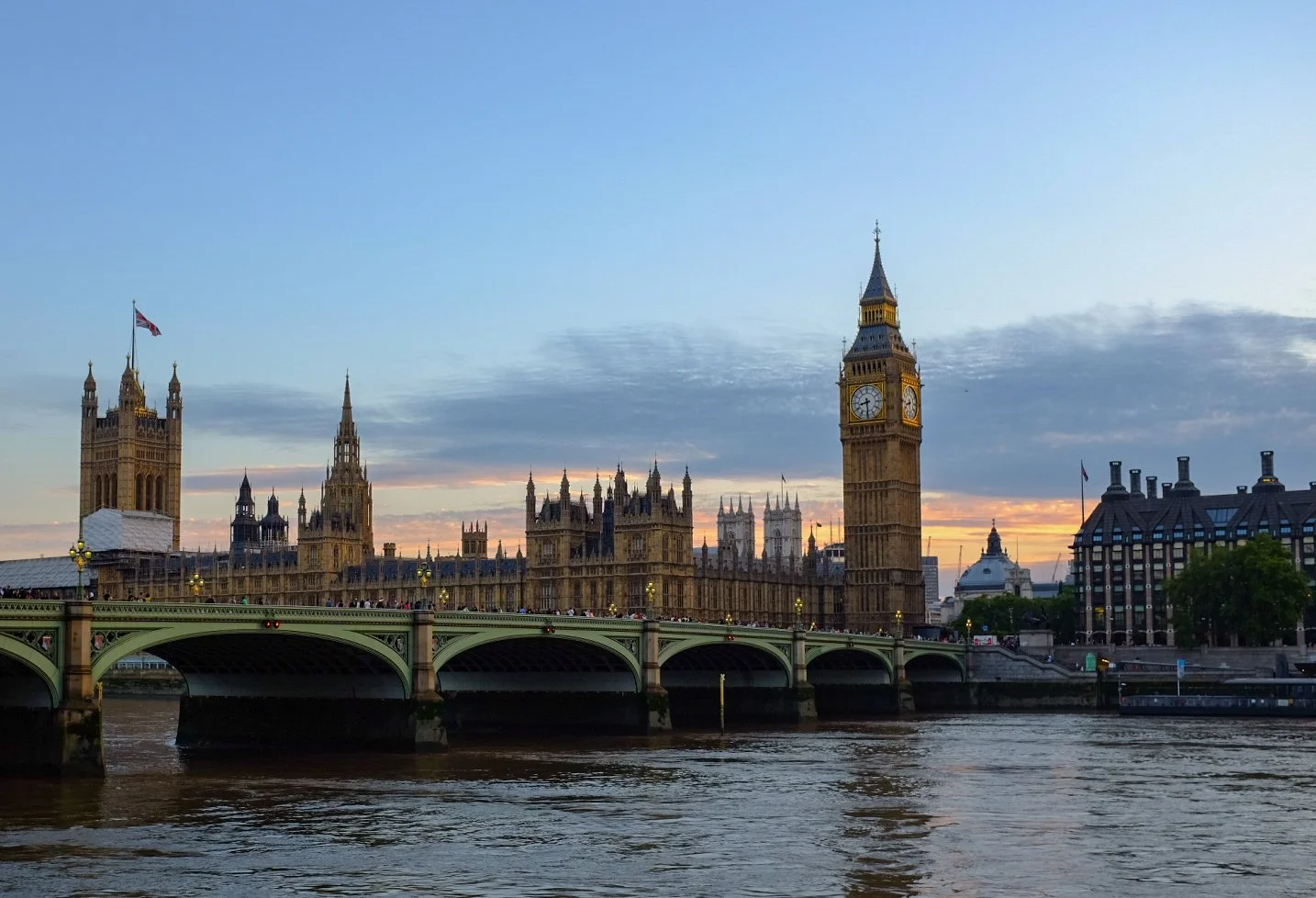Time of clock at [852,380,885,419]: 8:29
